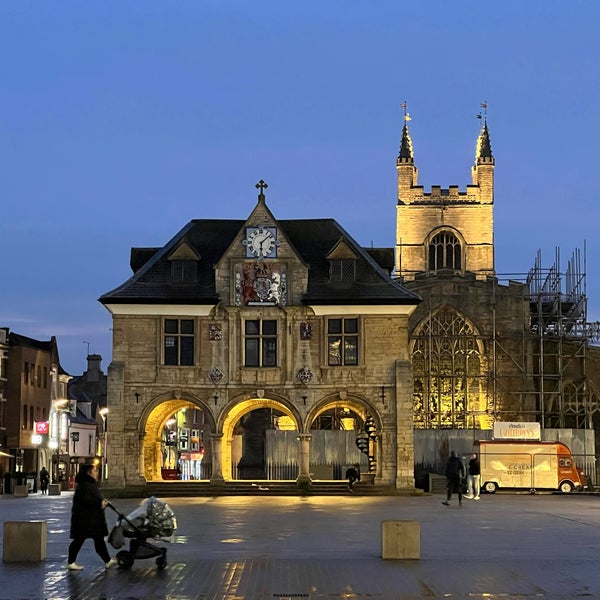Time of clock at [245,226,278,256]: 6:08
